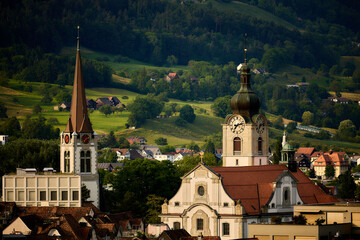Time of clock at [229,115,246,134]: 7:12
